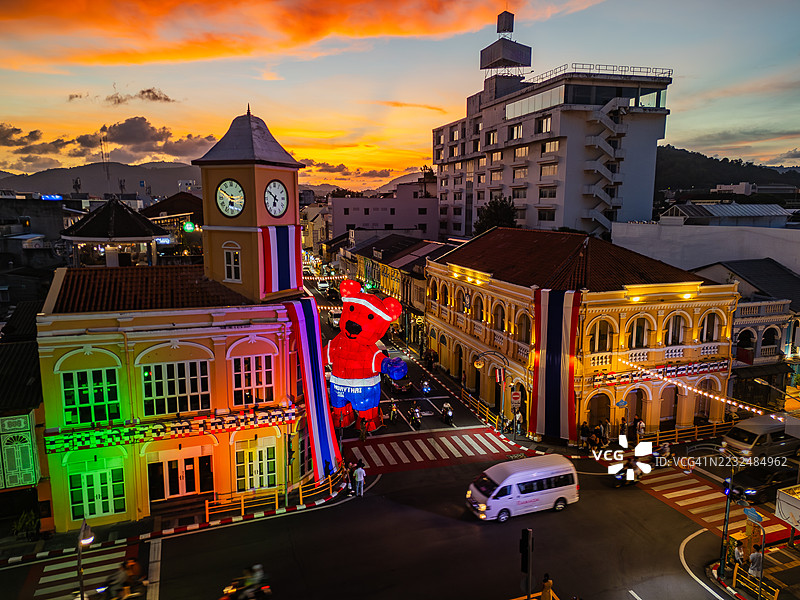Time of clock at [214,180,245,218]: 6:50
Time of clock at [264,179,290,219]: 6:50
